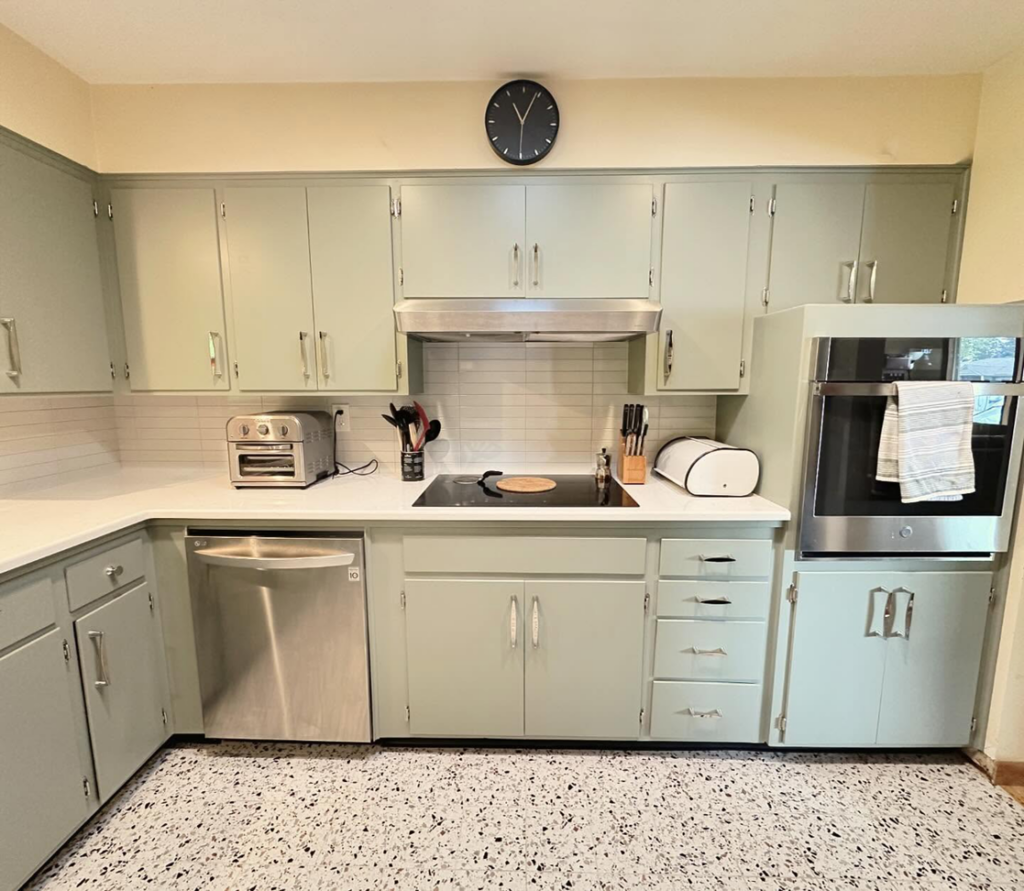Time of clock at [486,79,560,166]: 11:04
